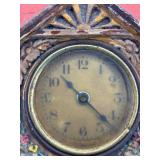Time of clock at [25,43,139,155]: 10:22
